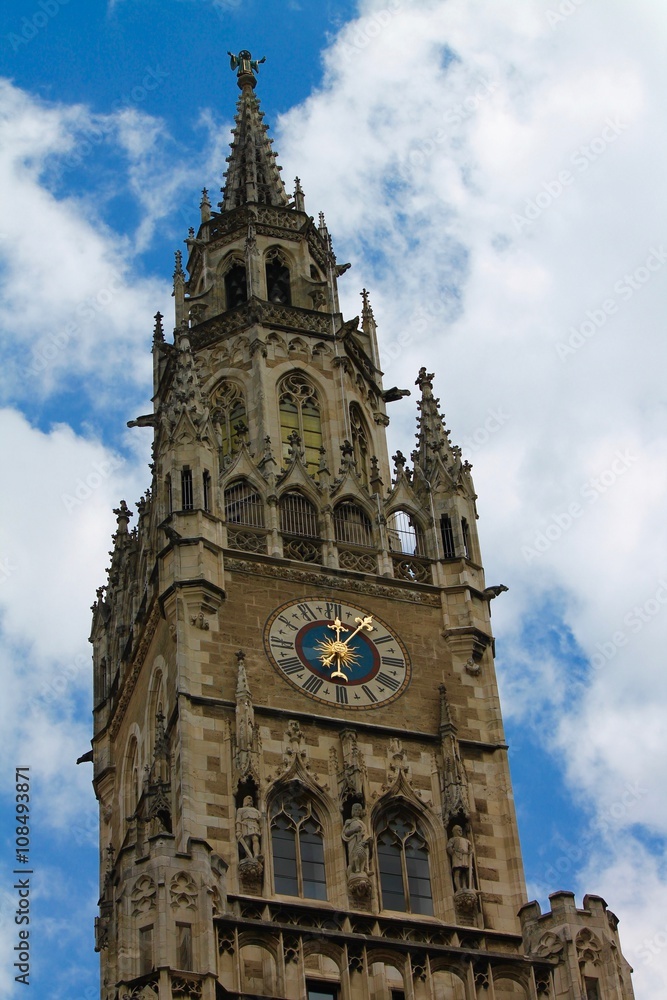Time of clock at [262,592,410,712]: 12:05
